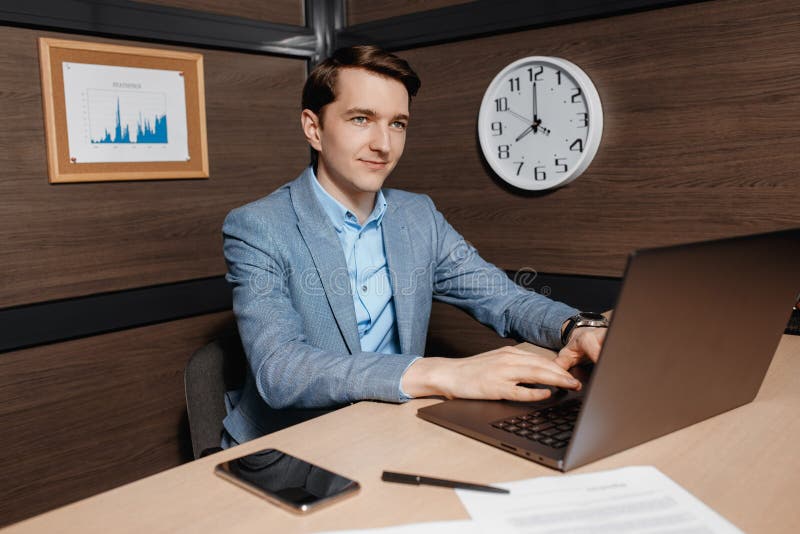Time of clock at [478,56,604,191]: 7:59
